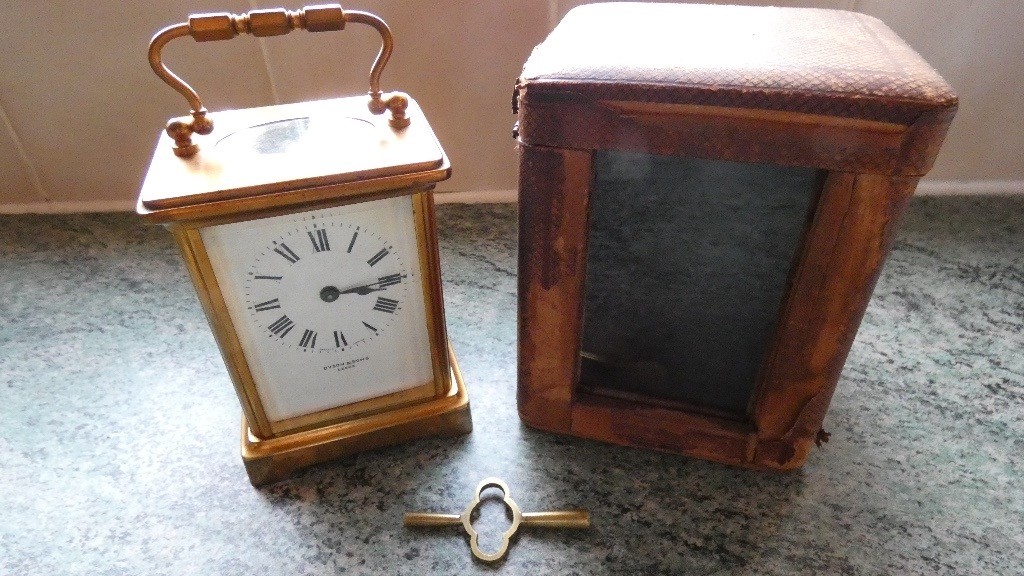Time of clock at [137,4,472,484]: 3:13
